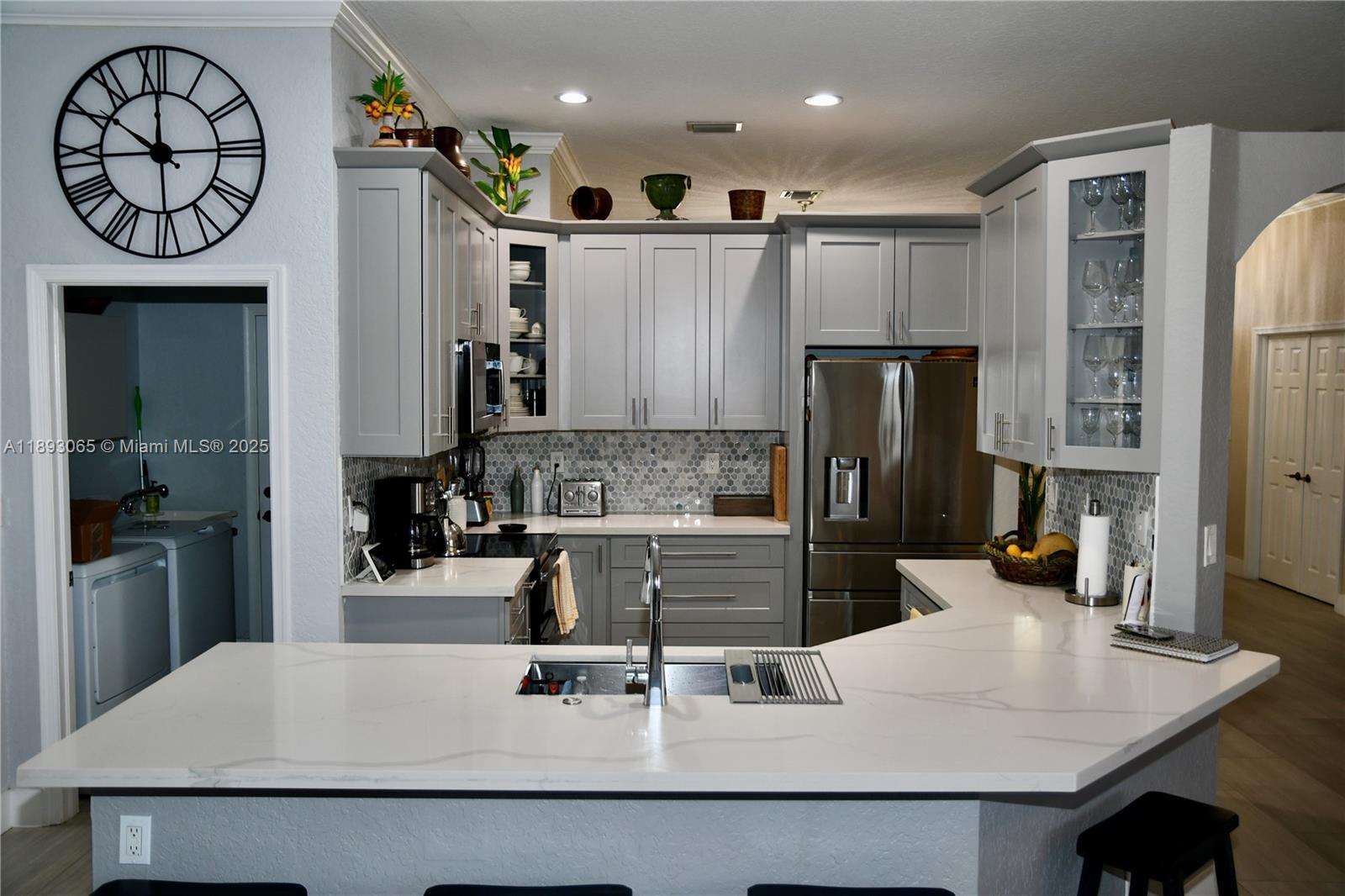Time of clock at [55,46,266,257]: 10:14
